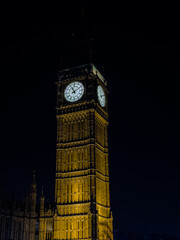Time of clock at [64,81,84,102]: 11:09
